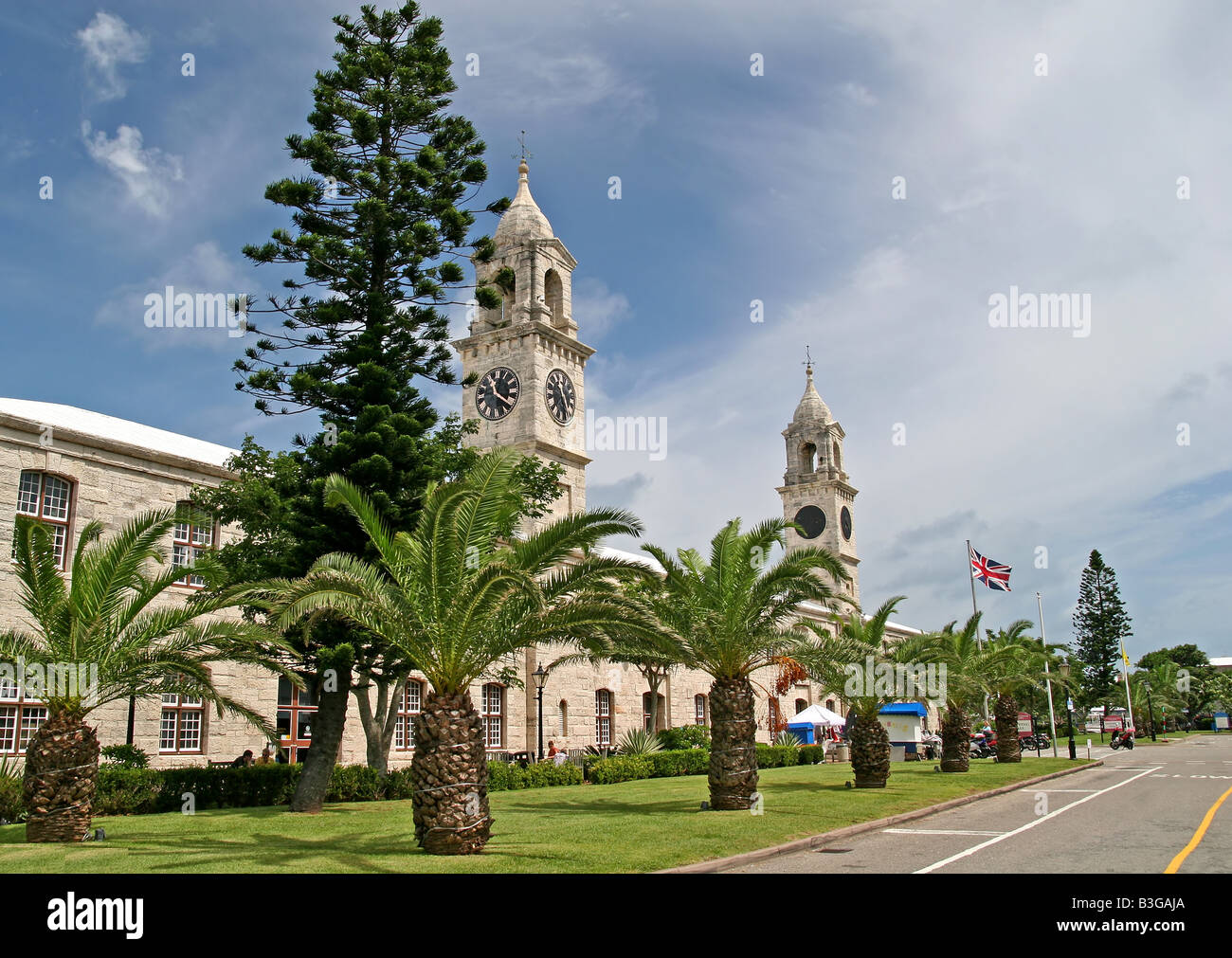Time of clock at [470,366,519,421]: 11:20
